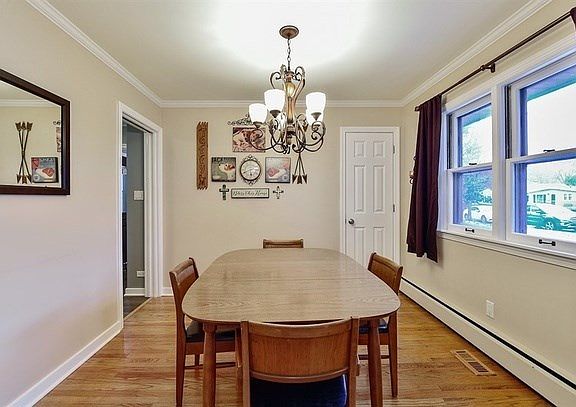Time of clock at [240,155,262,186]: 5:40
